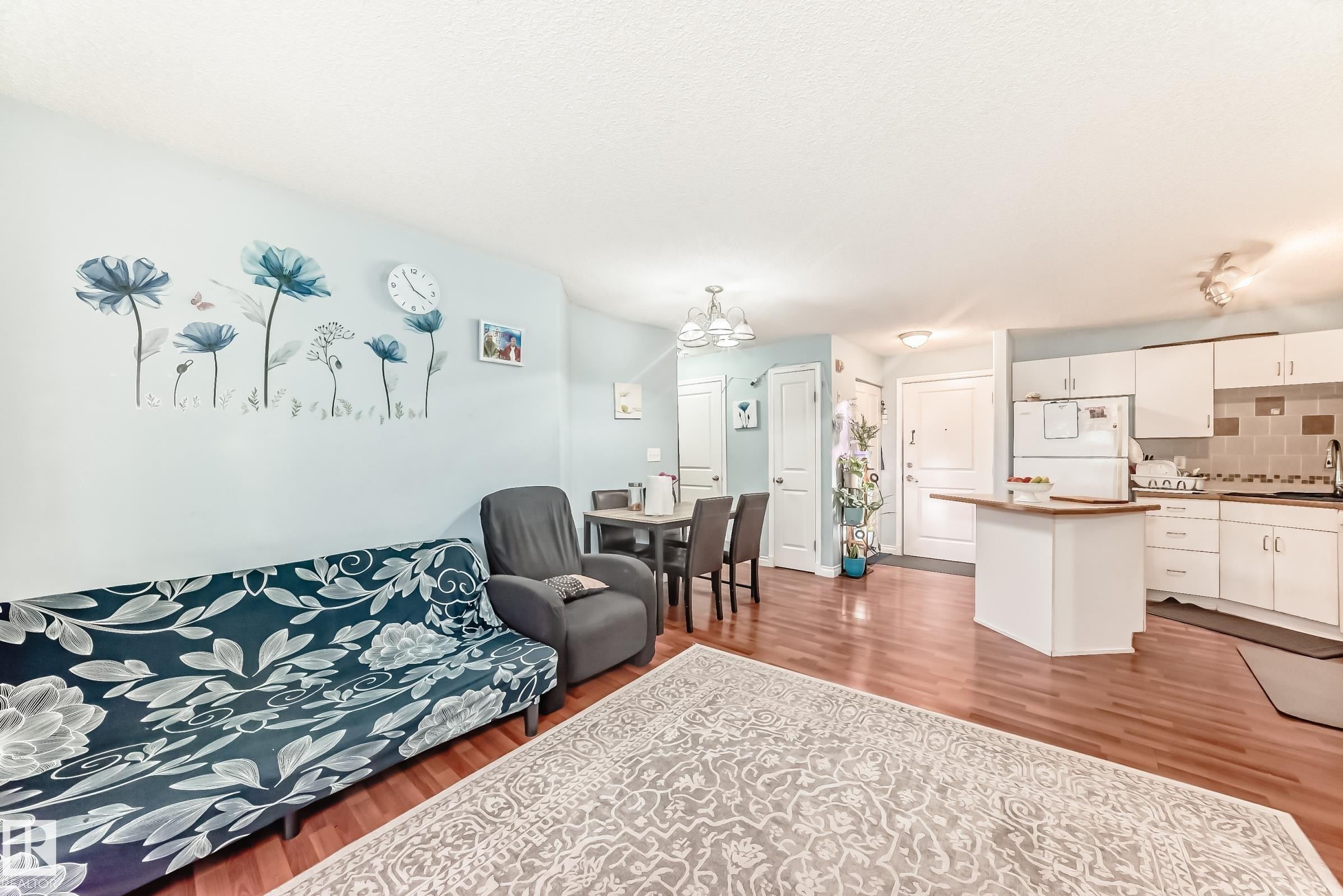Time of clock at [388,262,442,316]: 3:54
